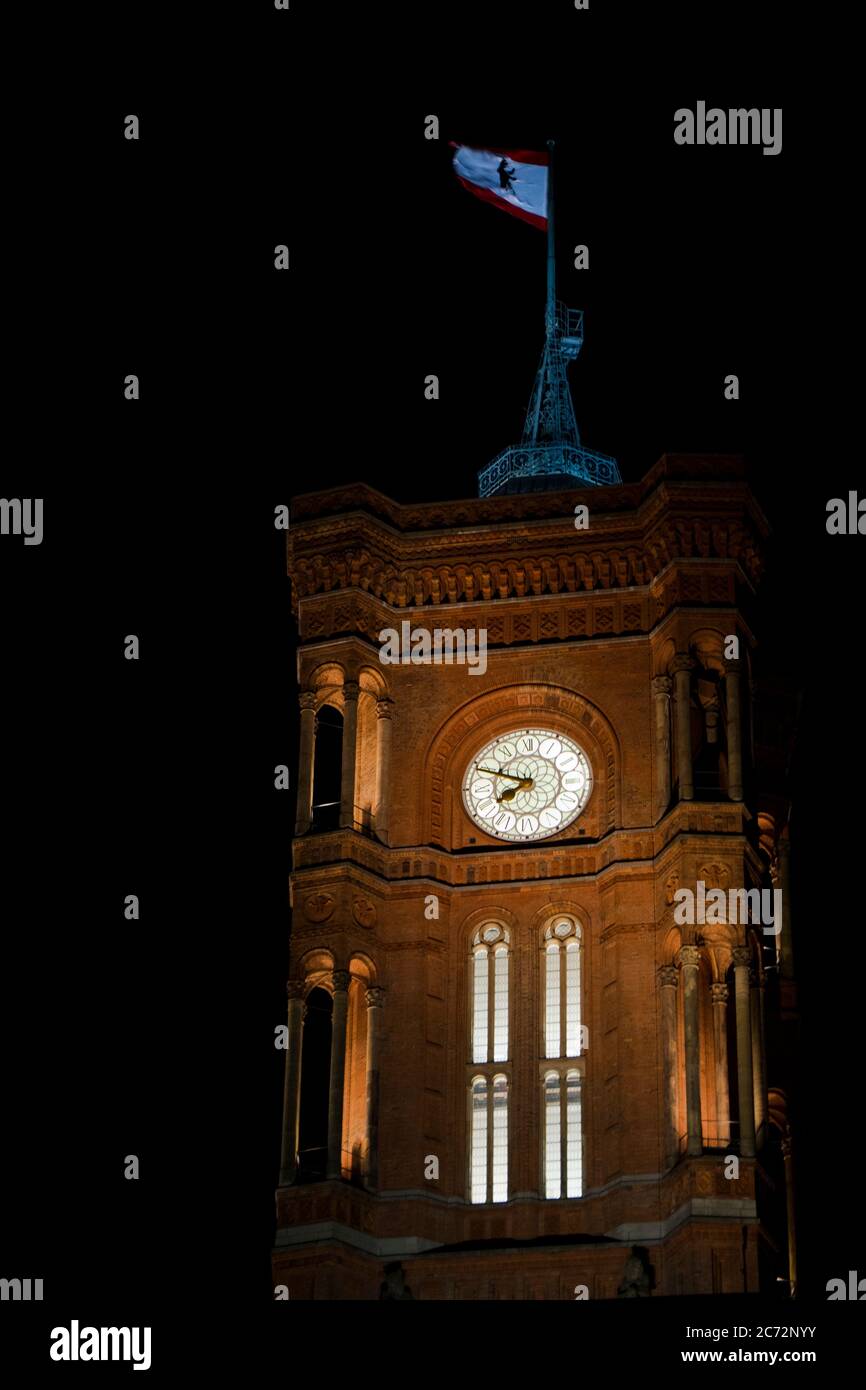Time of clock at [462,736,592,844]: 7:48
